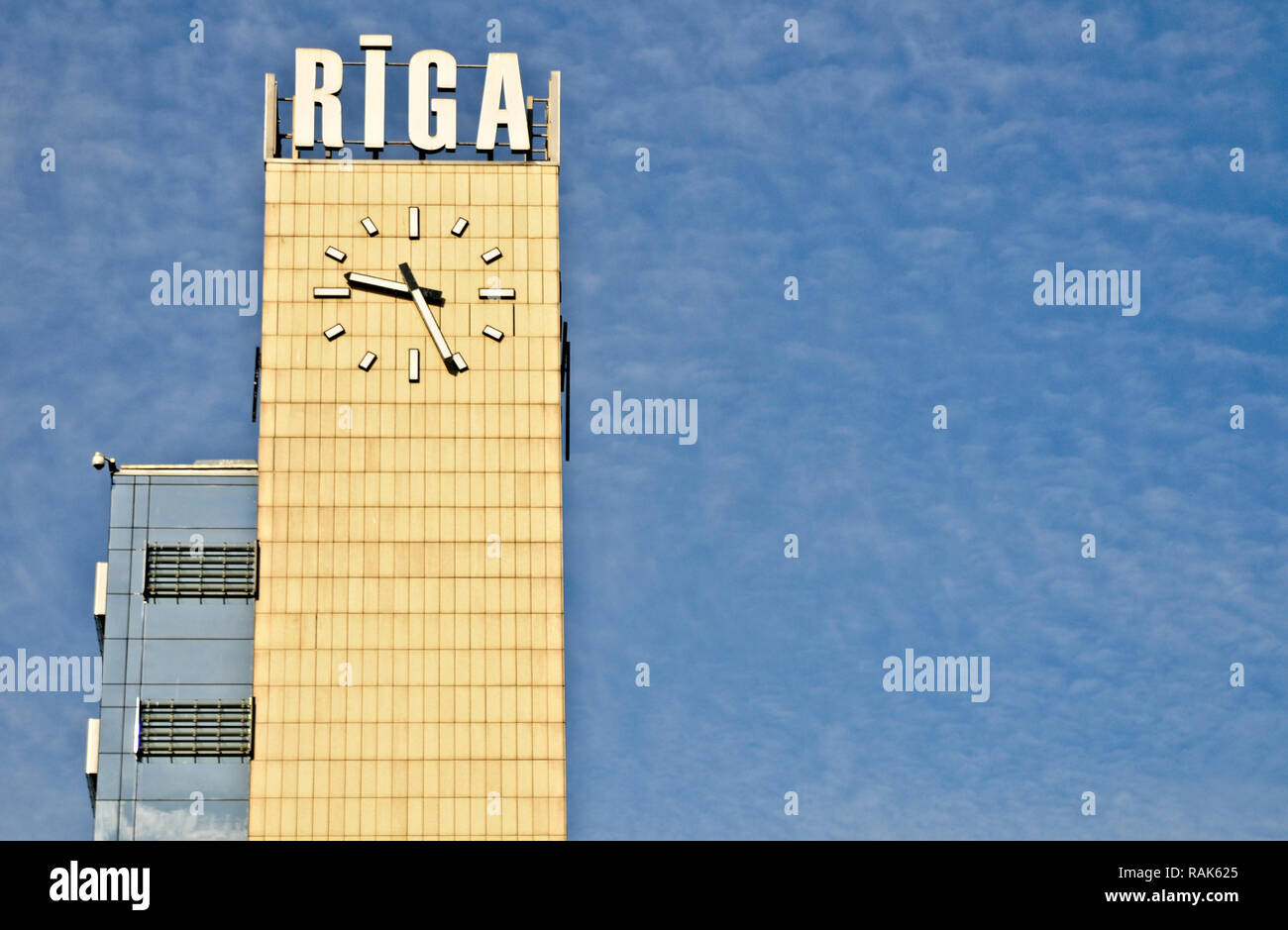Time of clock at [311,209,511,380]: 10:47
